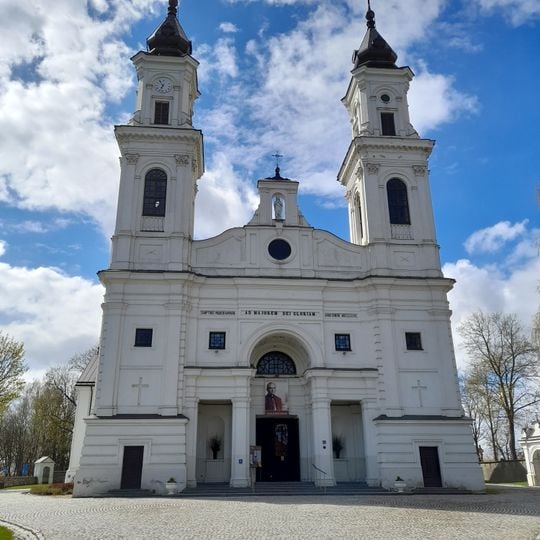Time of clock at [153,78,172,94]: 6:54
